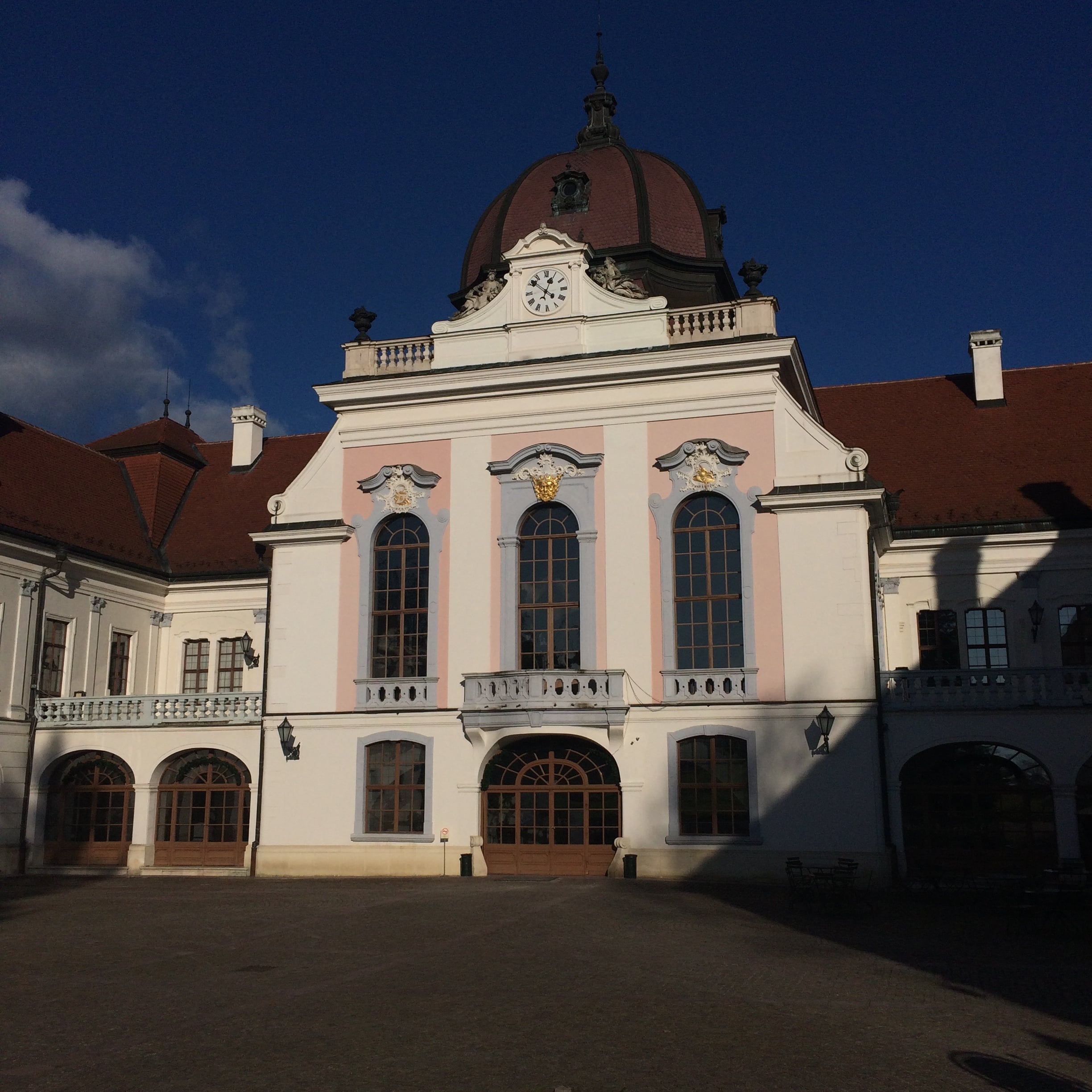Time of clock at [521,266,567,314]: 12:51
